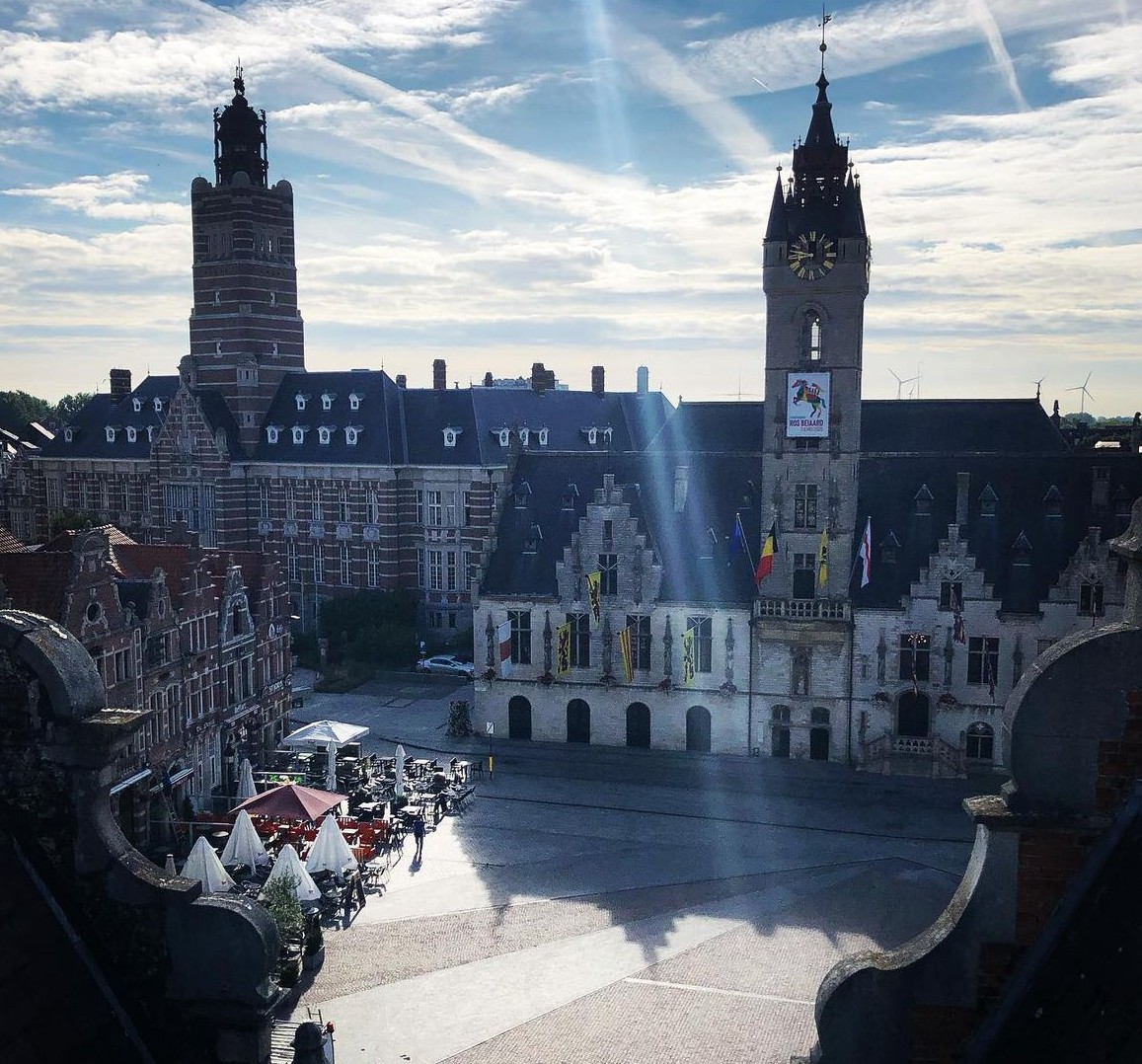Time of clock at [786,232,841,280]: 8:47
